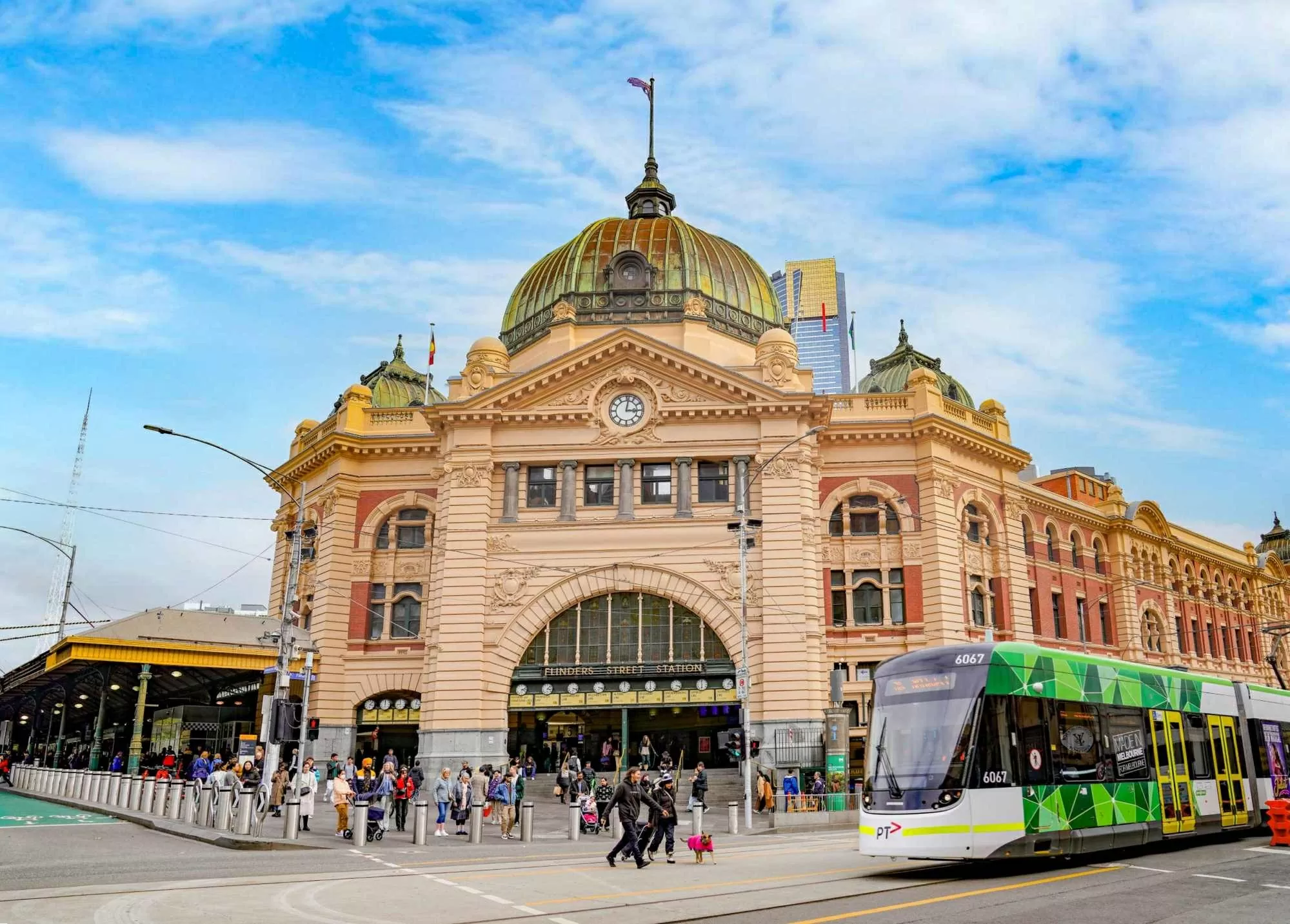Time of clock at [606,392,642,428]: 3:01
